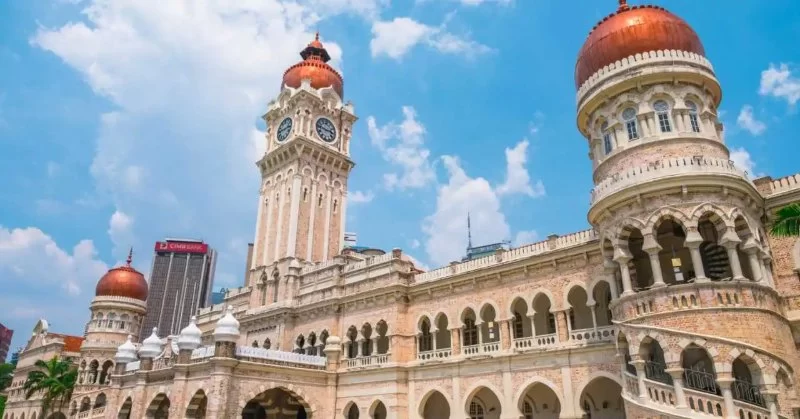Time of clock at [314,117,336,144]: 2:46
